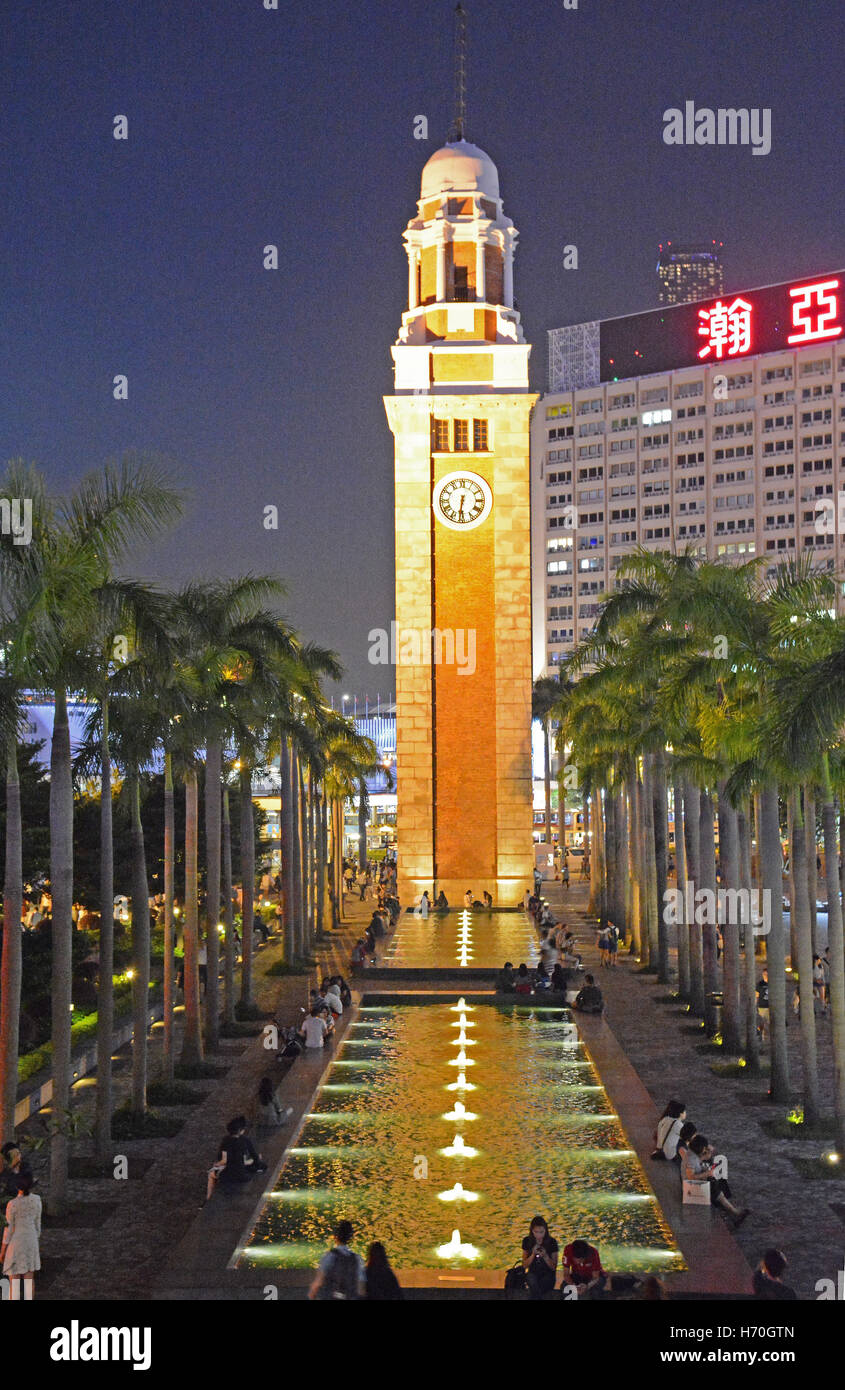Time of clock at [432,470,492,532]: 6:31
